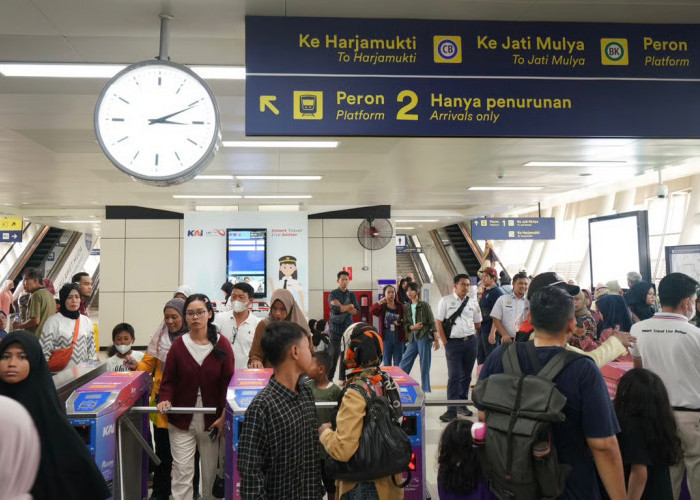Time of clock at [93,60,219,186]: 3:10
